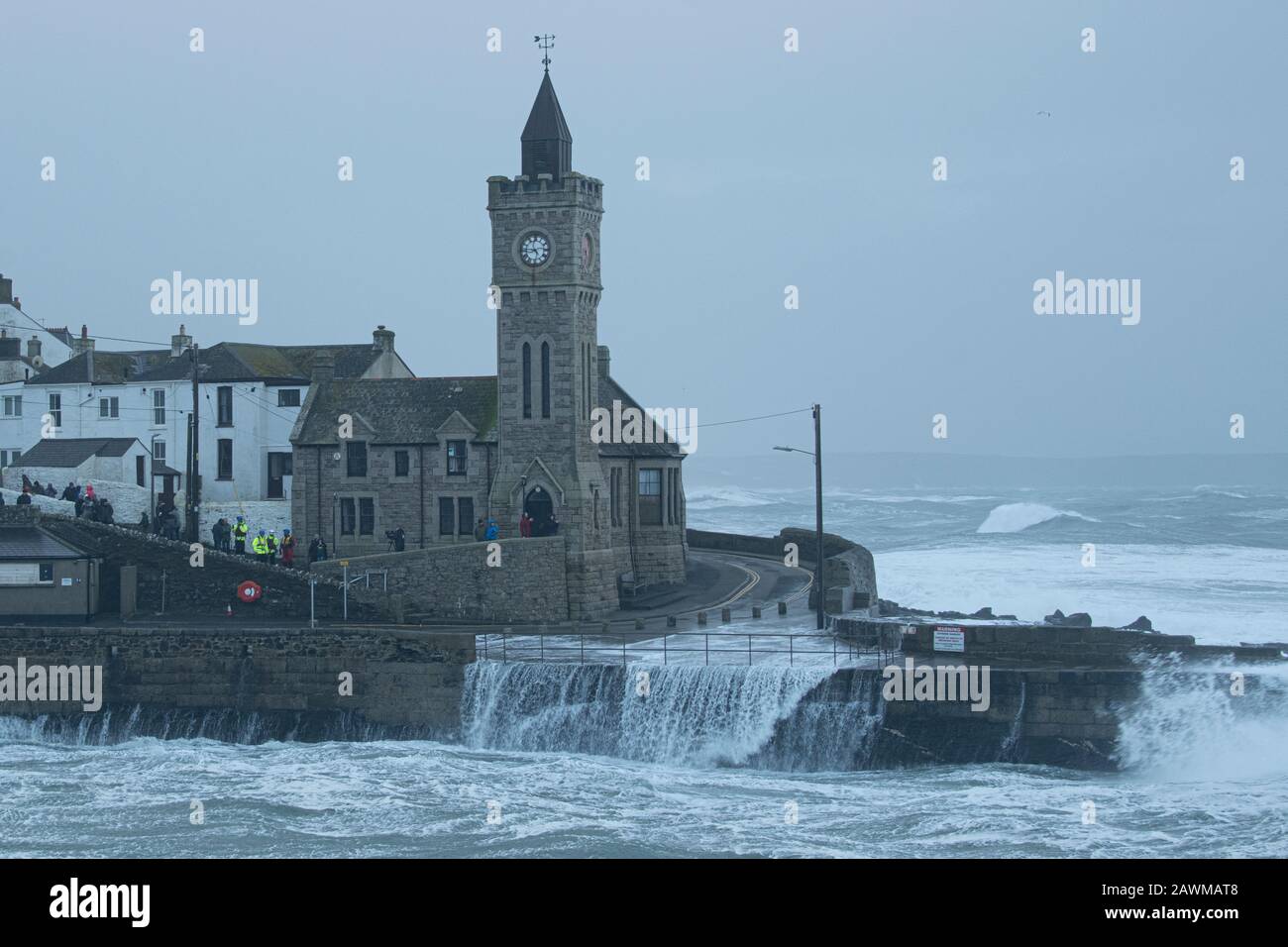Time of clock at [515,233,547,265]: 4:45
